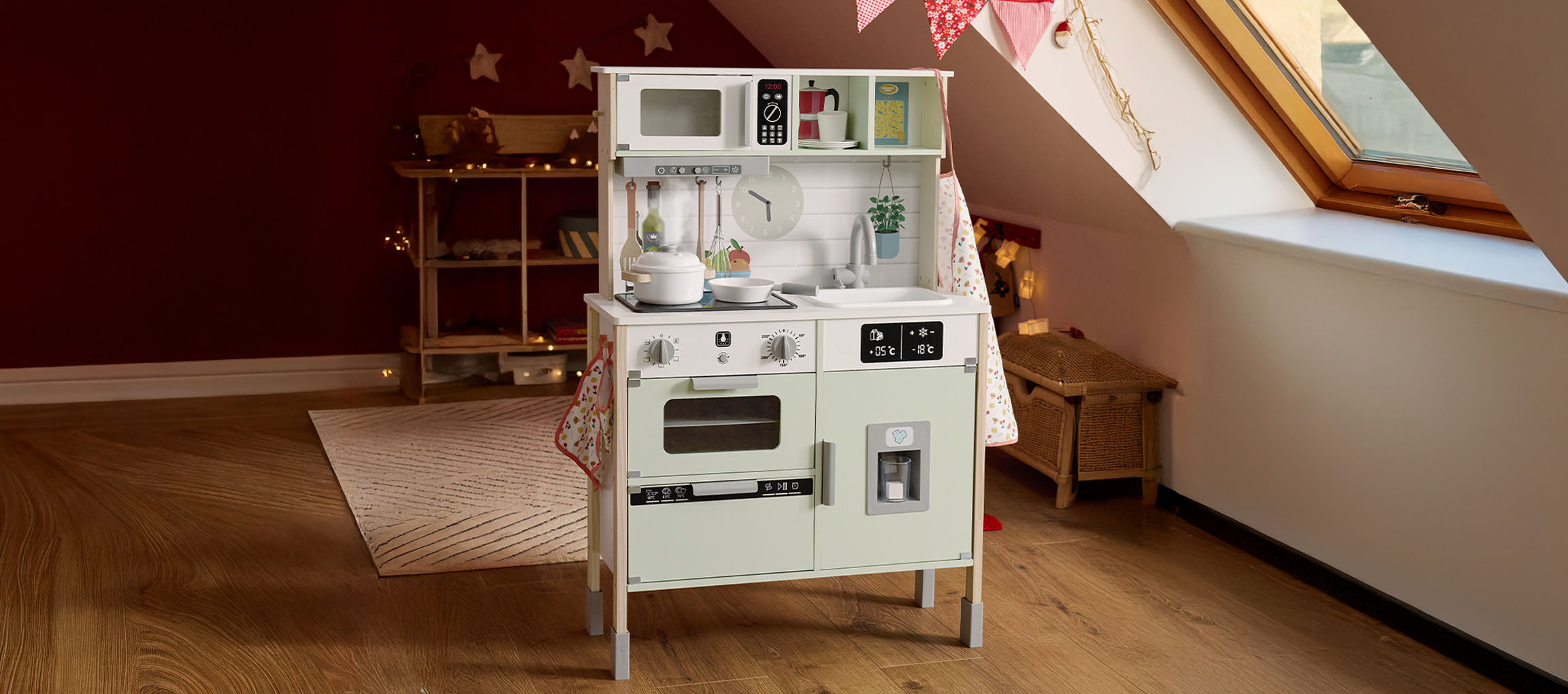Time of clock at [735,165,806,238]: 5:50
